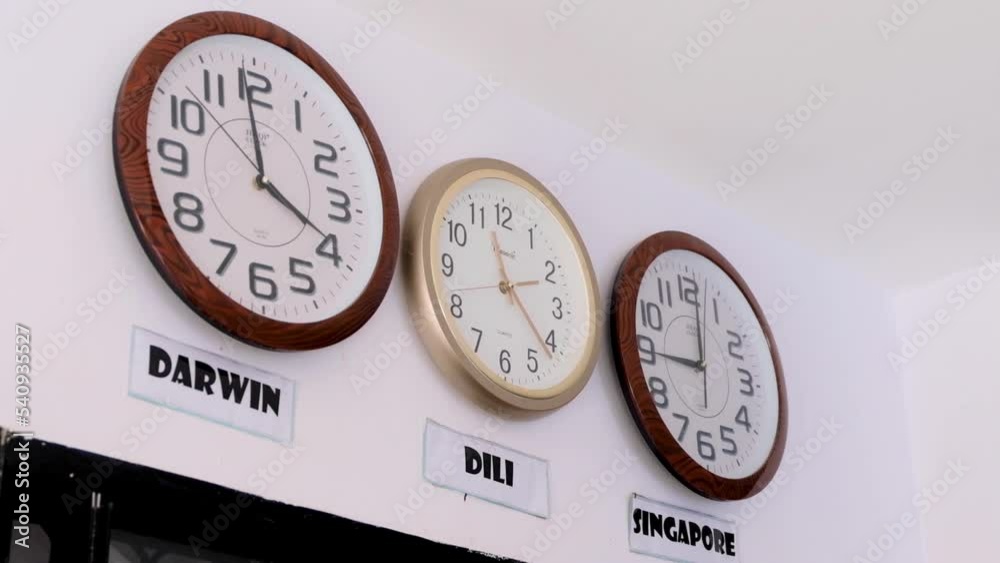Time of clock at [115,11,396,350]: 3:58
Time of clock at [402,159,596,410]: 11:21
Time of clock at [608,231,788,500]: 9:01
